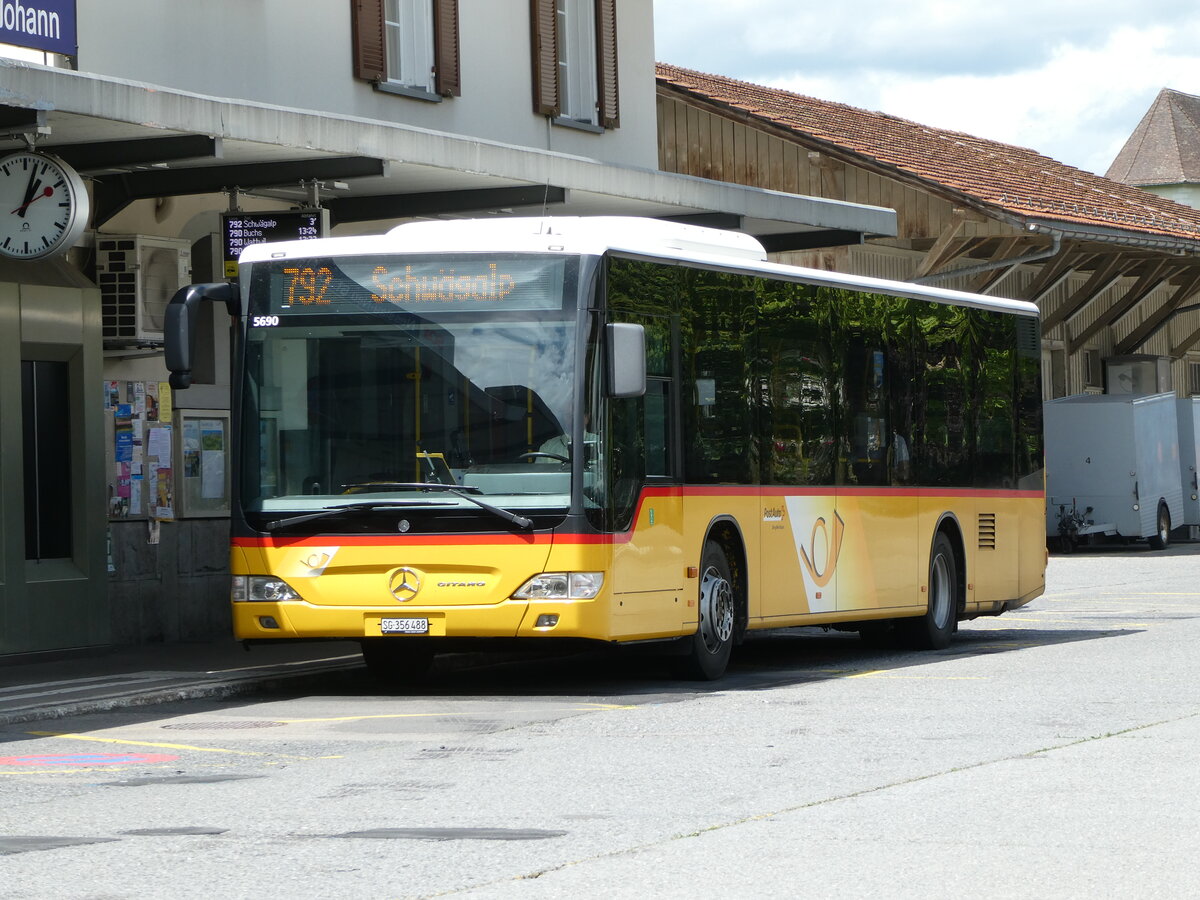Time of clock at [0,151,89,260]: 1:02
